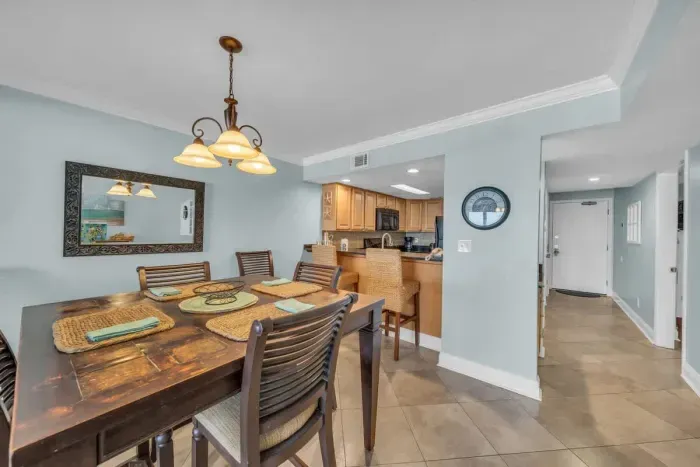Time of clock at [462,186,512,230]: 3:29
